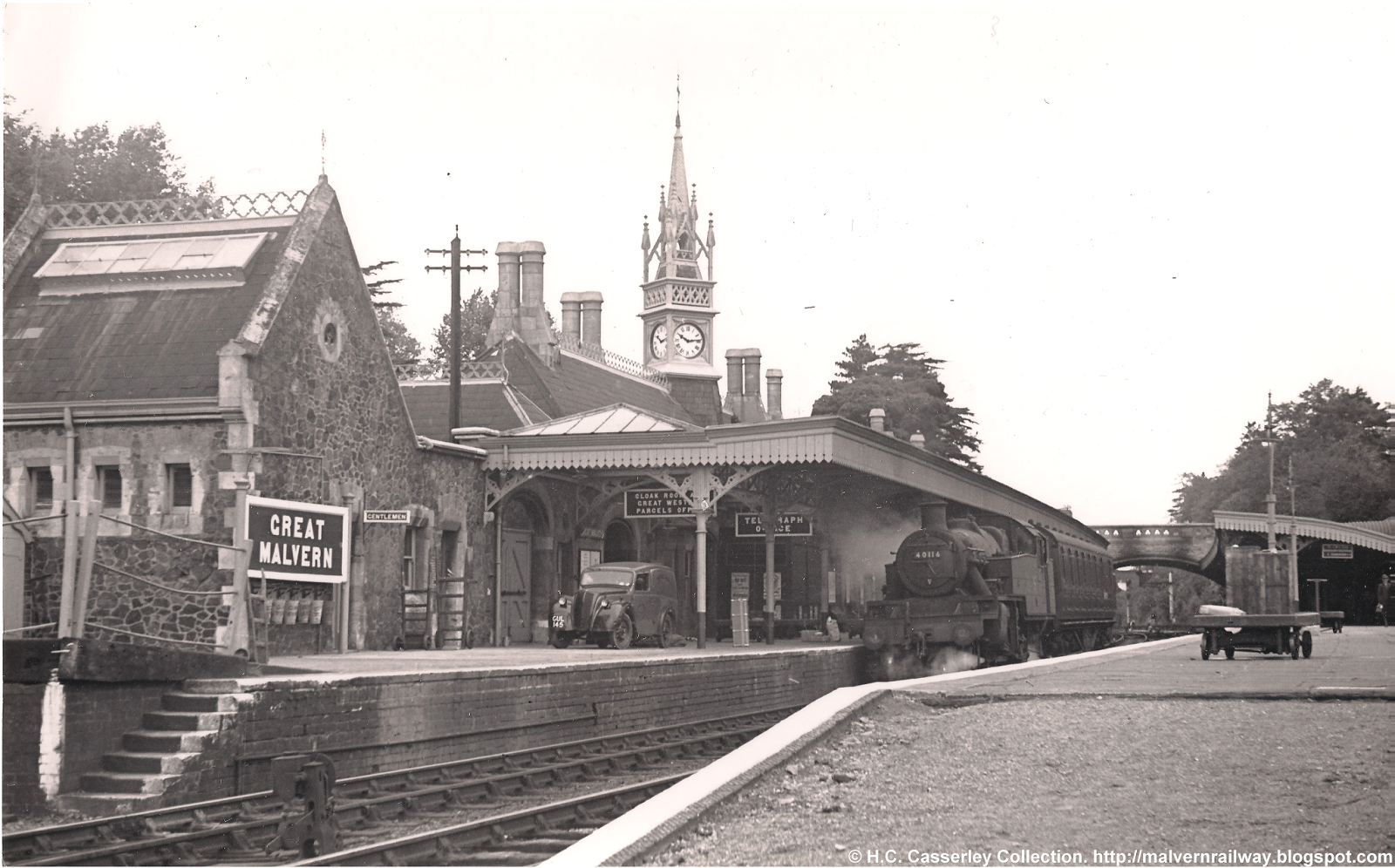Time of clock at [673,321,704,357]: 10:13
